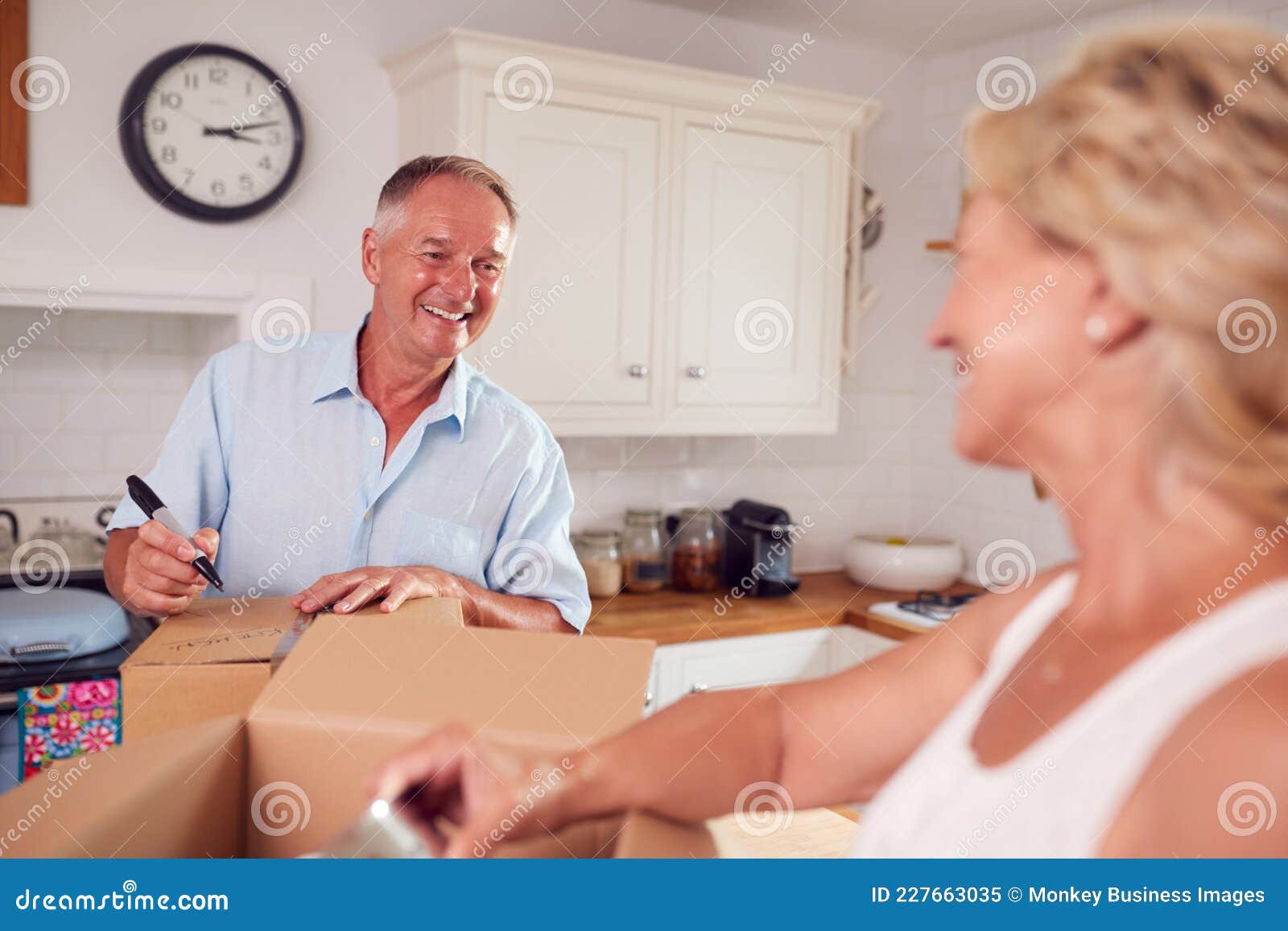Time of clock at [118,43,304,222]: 3:12
